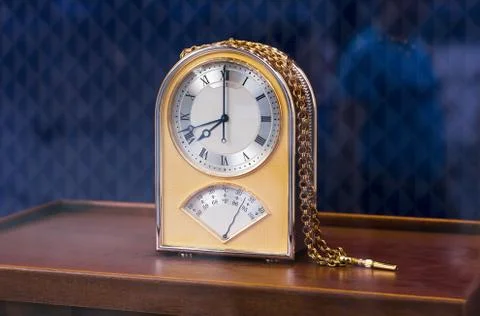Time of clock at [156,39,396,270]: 7:59
